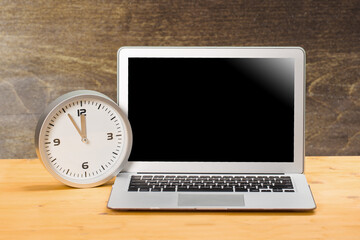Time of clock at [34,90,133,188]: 11:55
